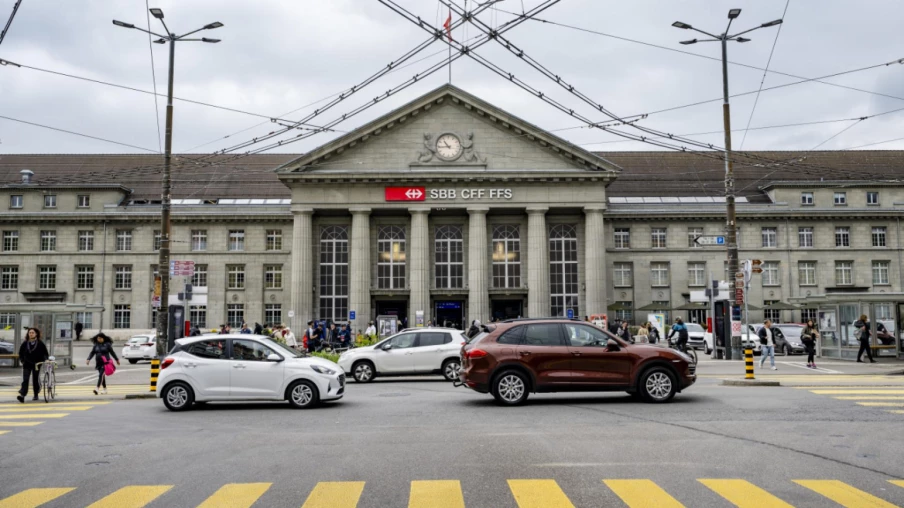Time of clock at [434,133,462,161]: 10:44
